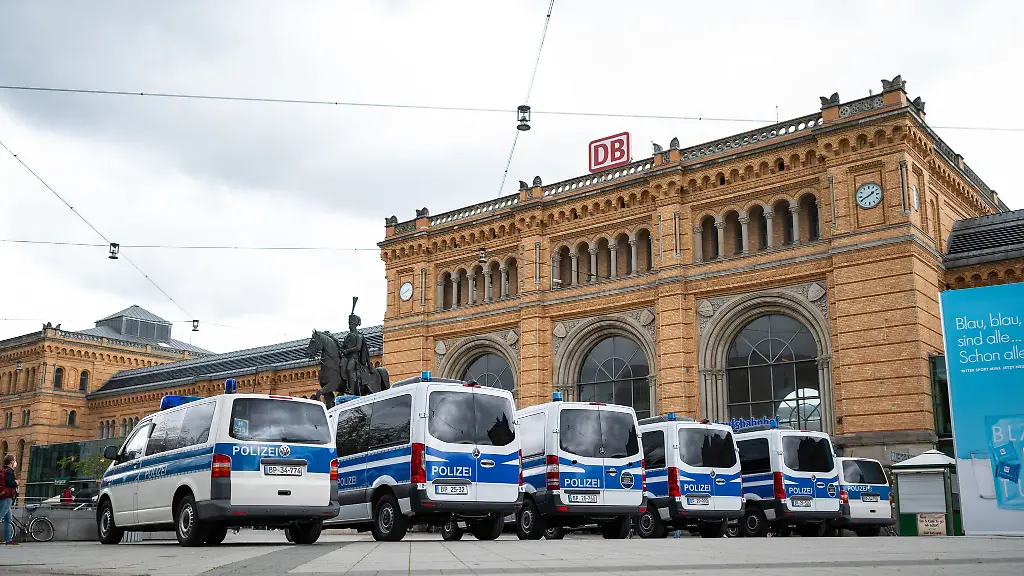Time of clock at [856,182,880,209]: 1:40
